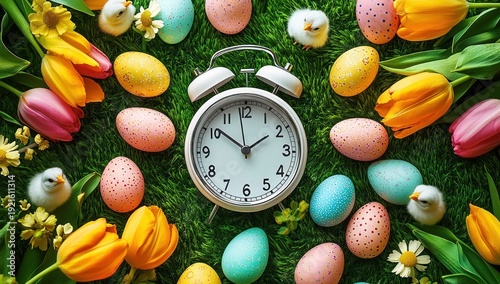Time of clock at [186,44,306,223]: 1:51
